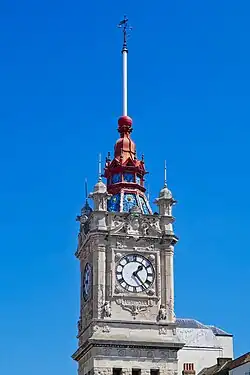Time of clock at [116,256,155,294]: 1:23
